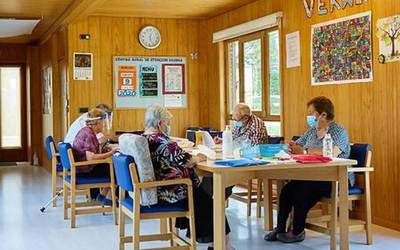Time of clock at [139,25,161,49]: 12:26
